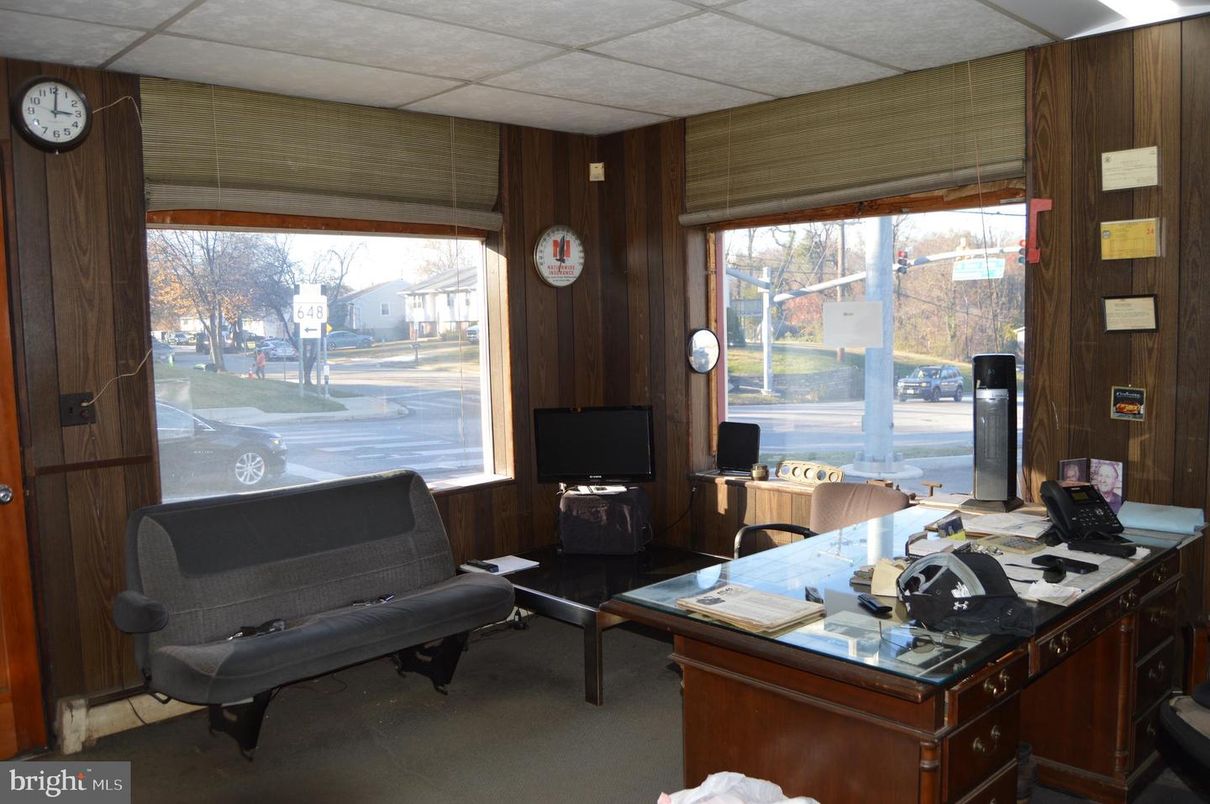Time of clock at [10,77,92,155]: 3:00
